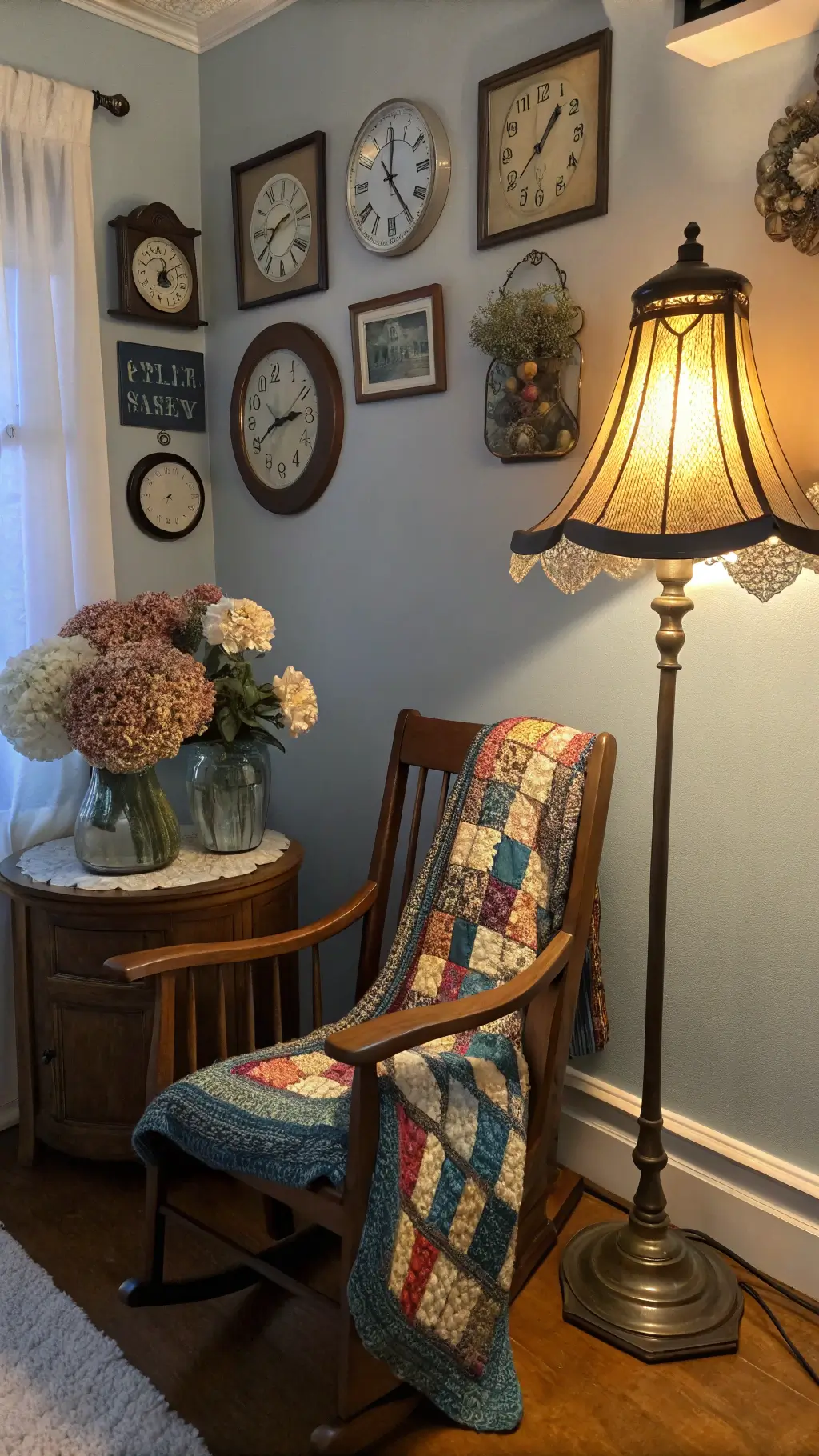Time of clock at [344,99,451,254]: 12:24
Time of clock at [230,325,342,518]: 2:40
